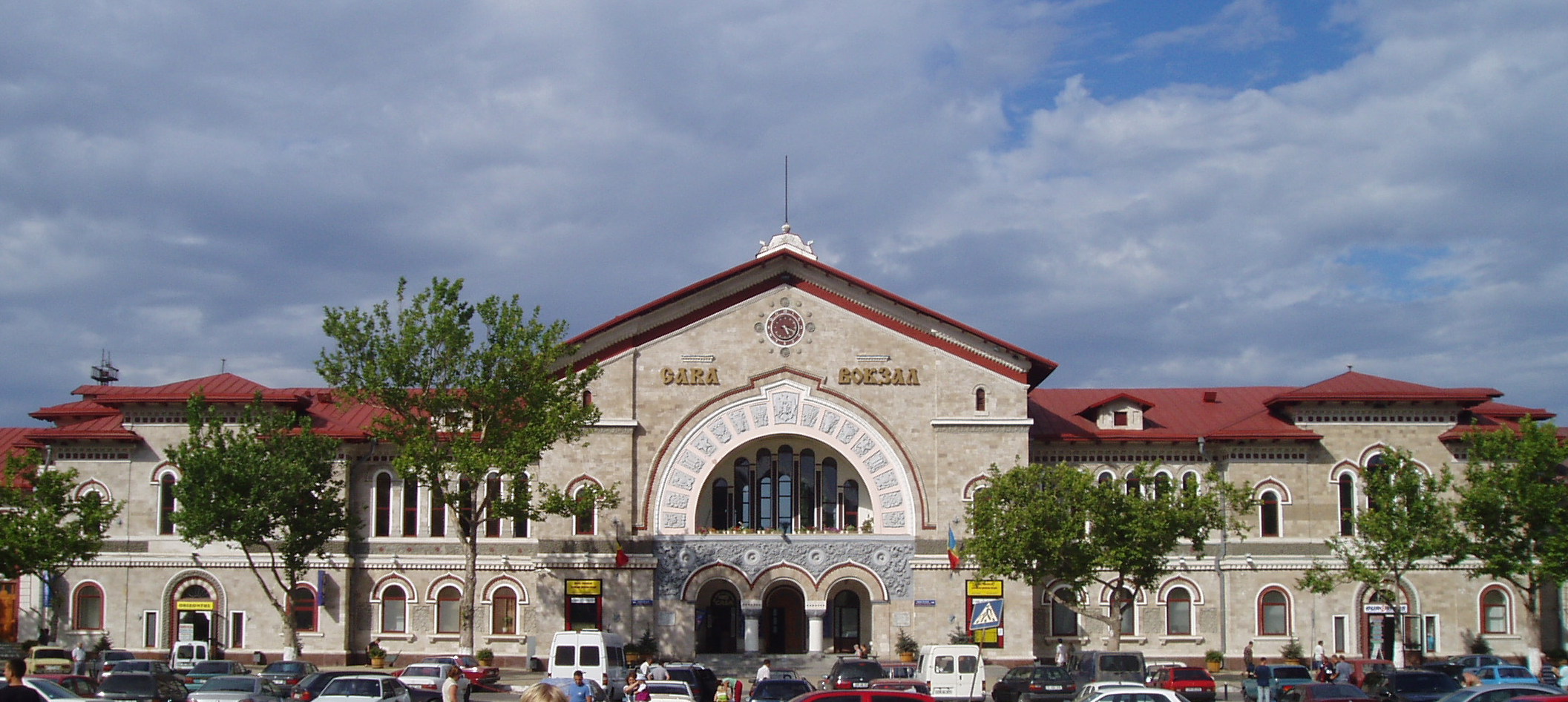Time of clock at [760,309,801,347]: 5:18
